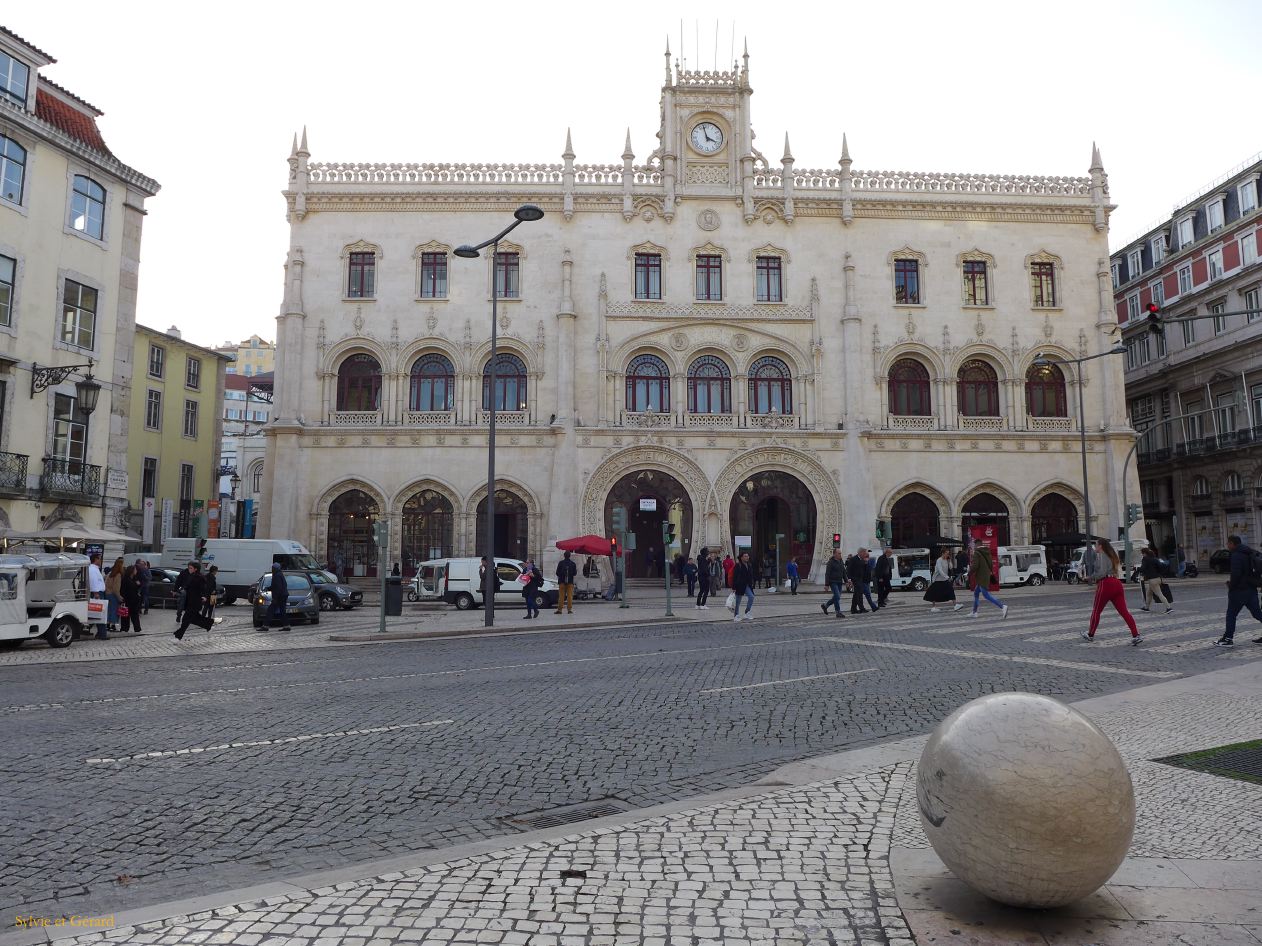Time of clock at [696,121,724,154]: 3:58
